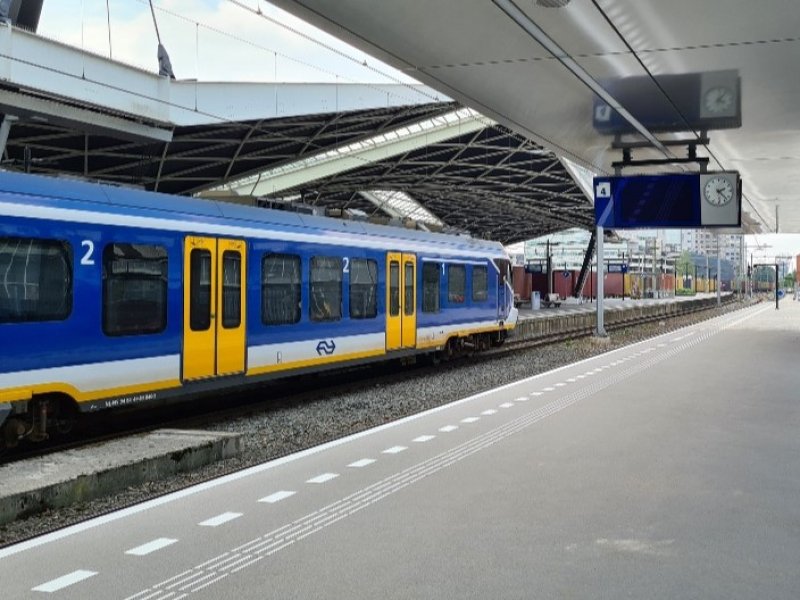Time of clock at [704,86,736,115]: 4:06
